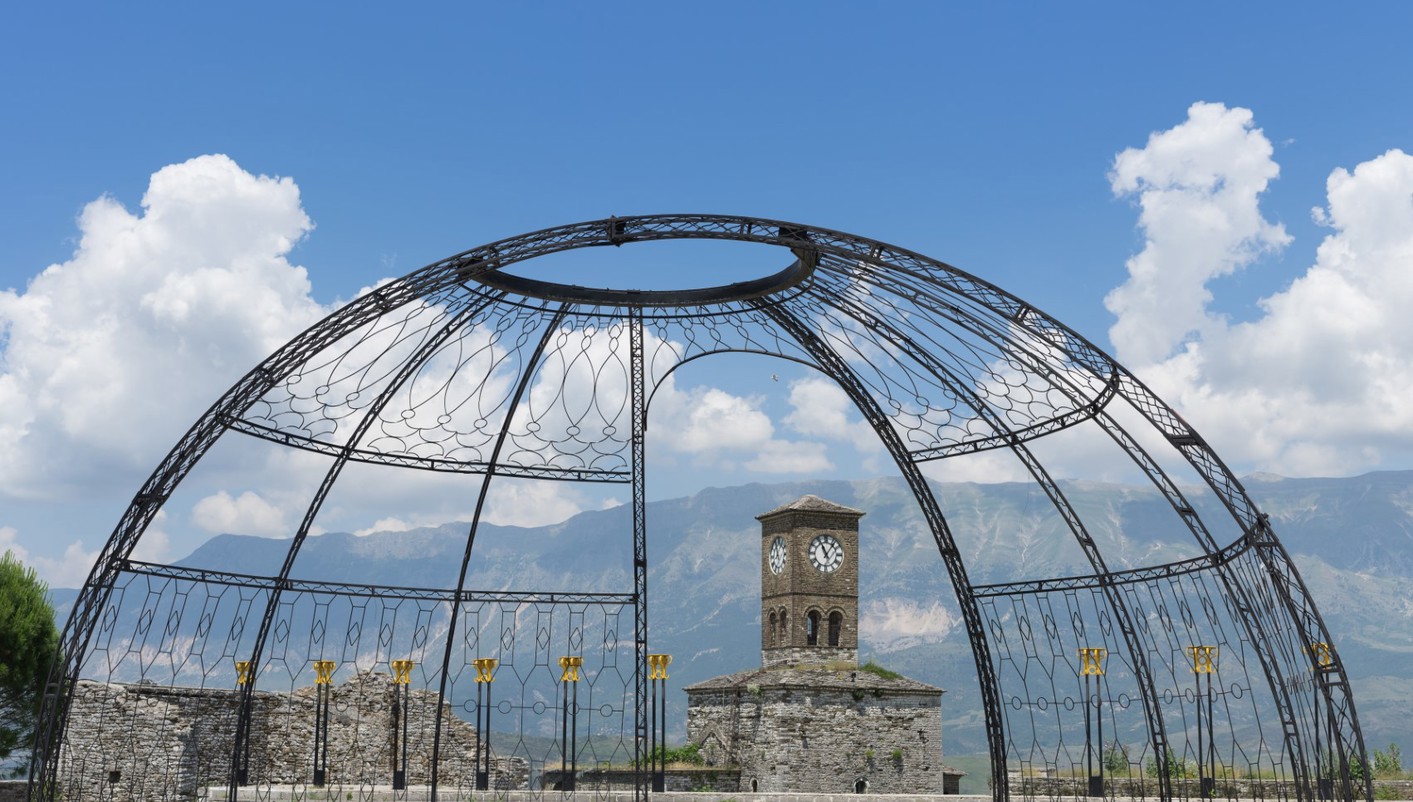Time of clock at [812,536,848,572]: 11:06
